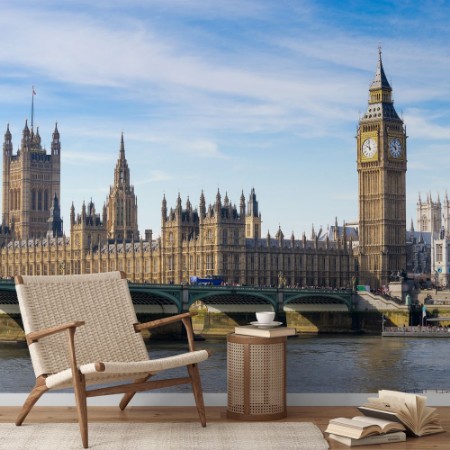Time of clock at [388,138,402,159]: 9:57
